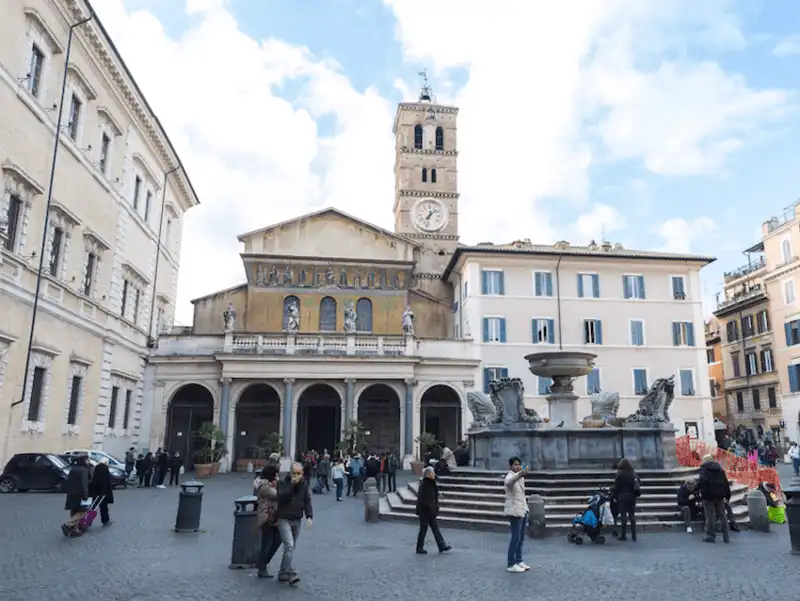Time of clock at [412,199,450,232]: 1:32
